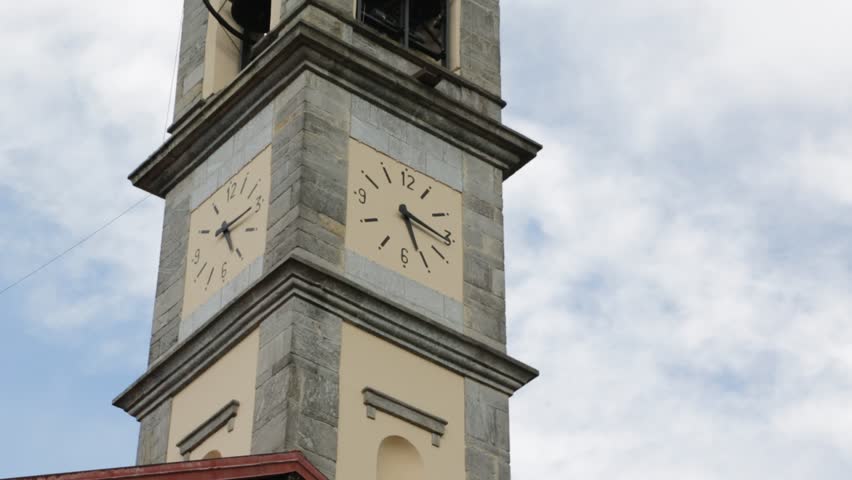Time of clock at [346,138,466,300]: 5:15
